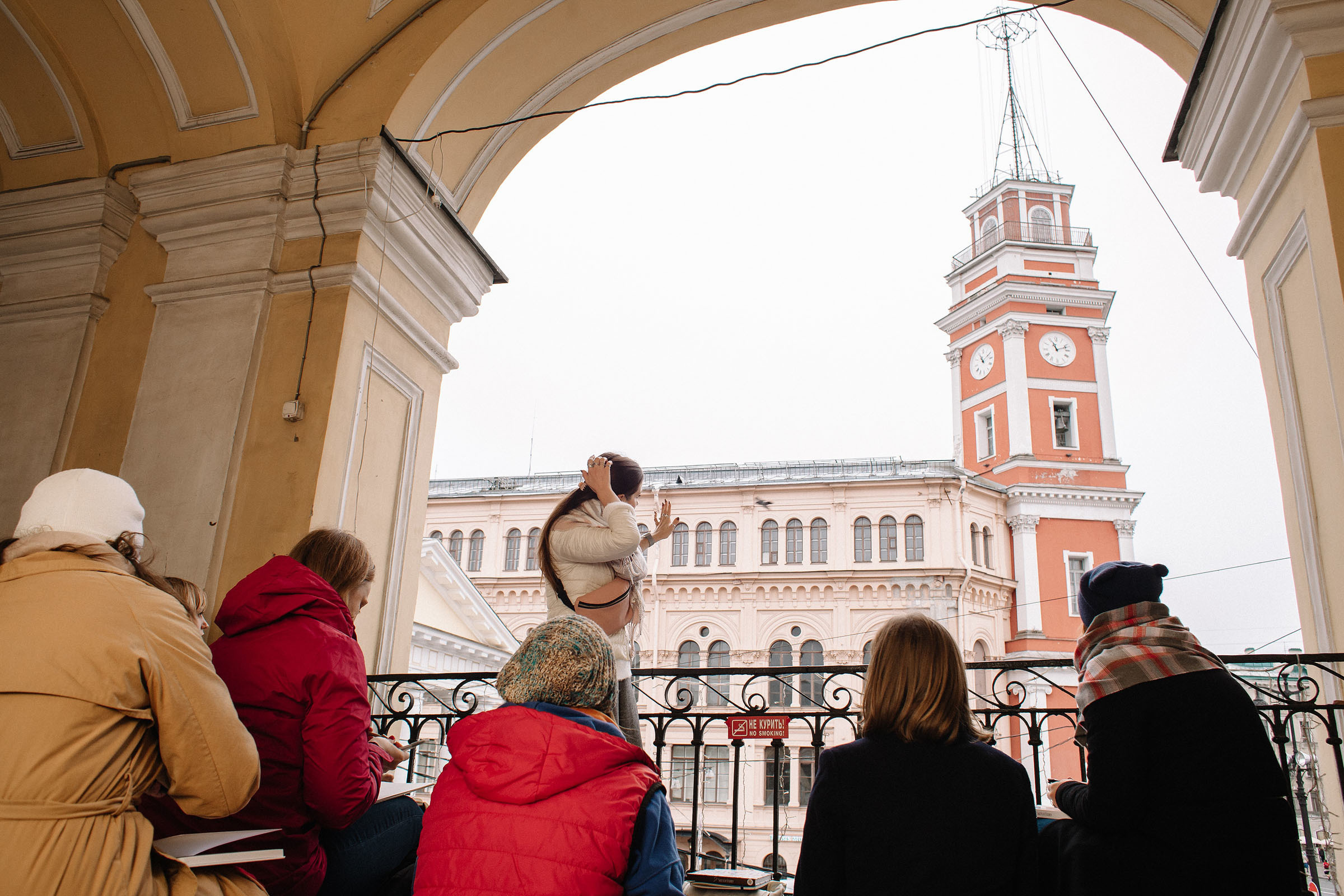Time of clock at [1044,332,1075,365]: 11:11
